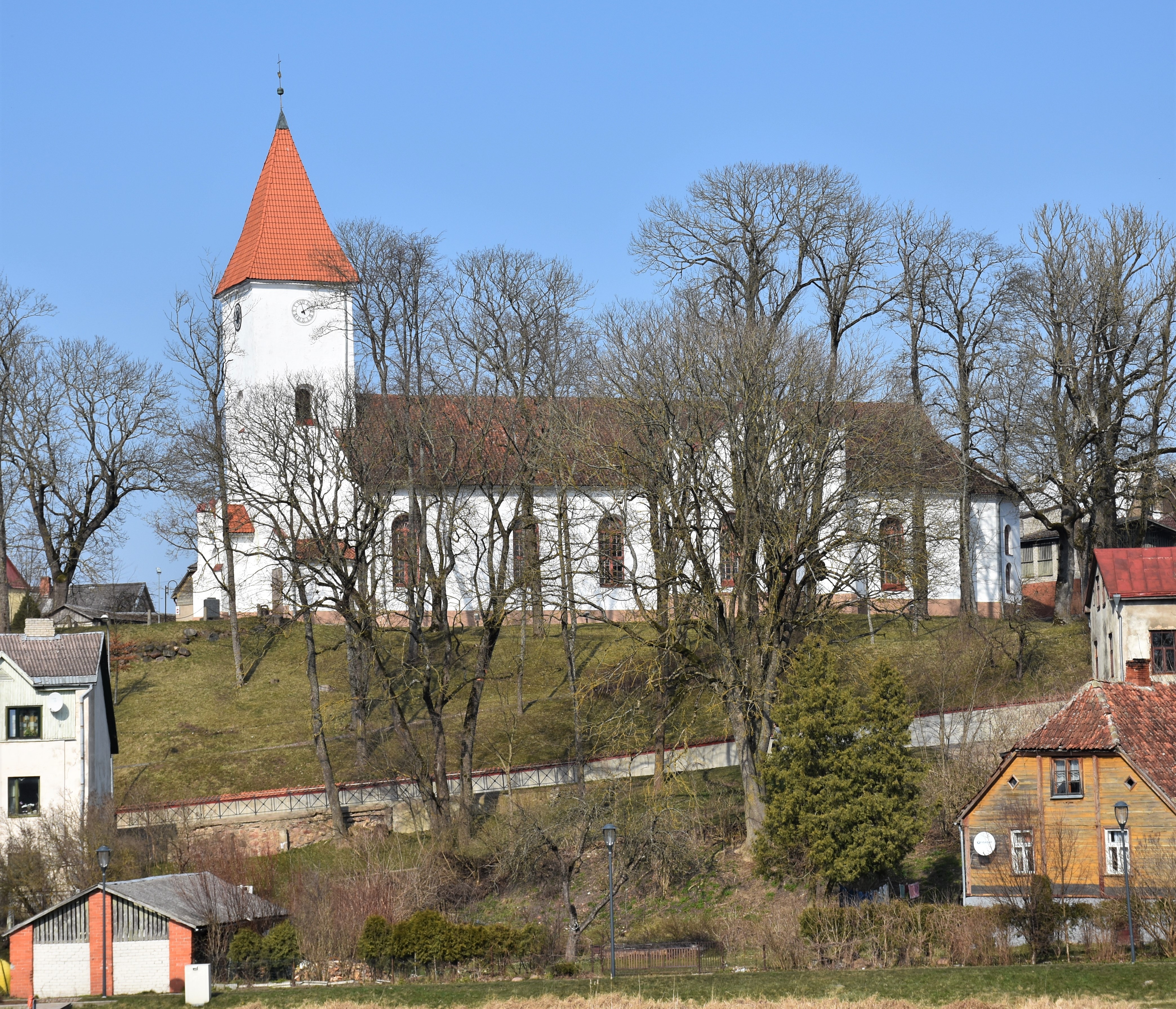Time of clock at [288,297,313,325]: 1:57
